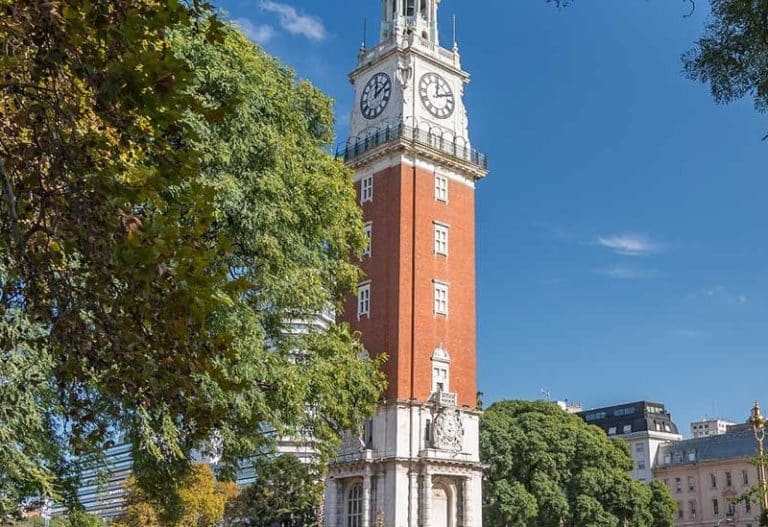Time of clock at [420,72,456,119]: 12:11
